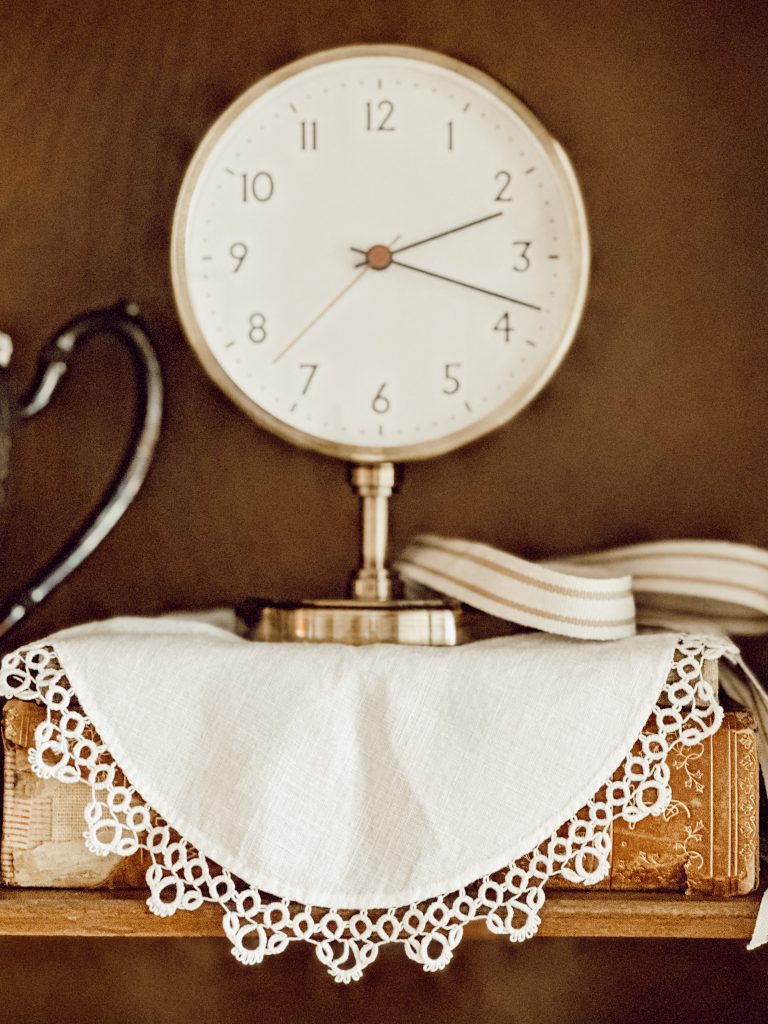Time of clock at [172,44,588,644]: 2:18
